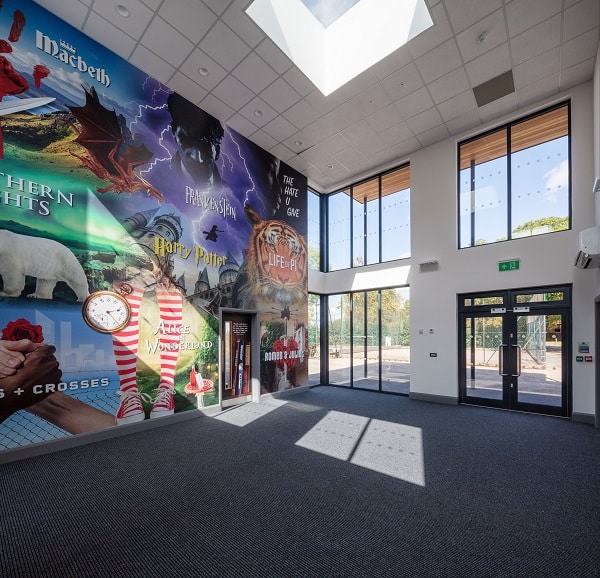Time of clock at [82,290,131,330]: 2:23
